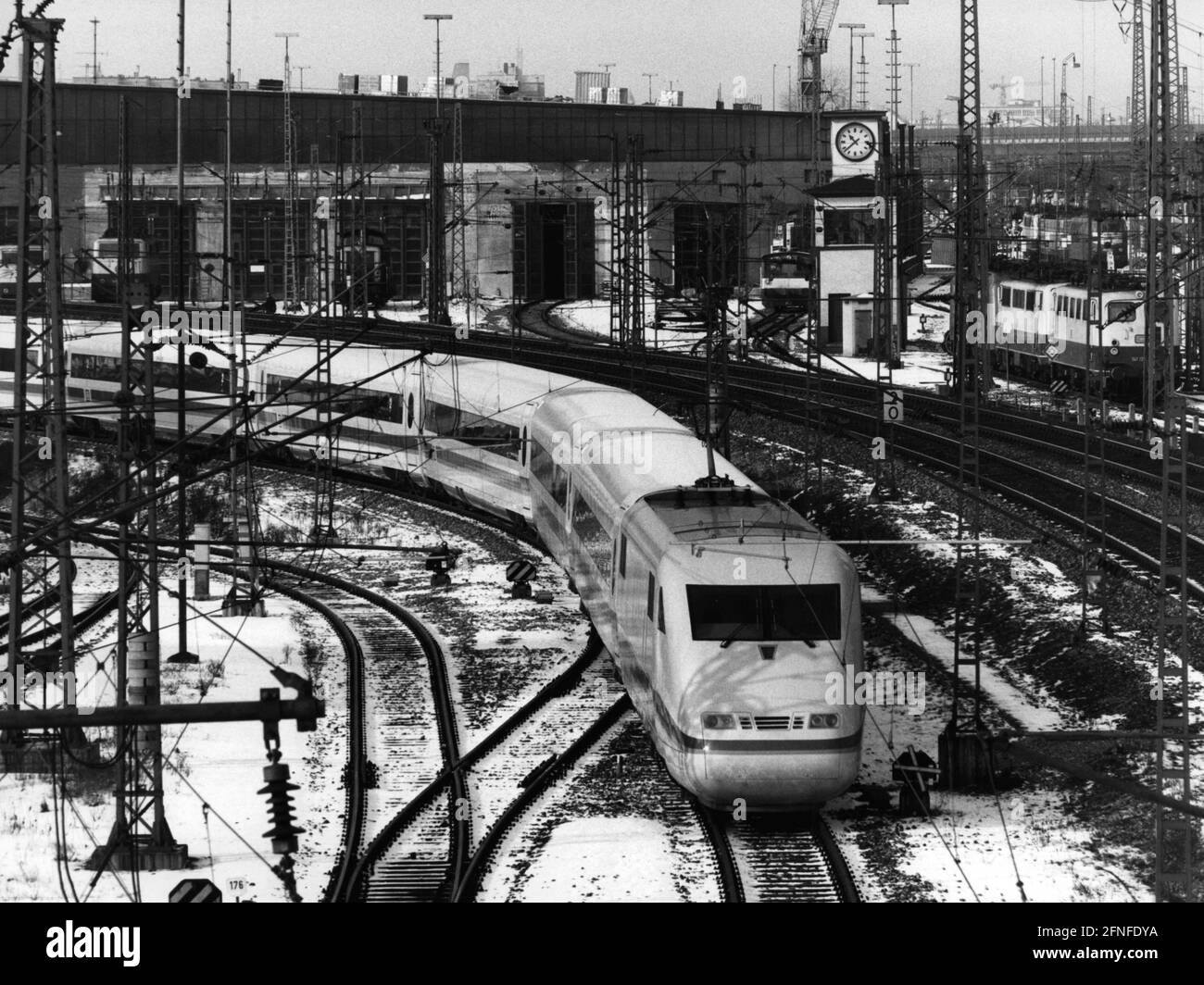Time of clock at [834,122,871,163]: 10:37
